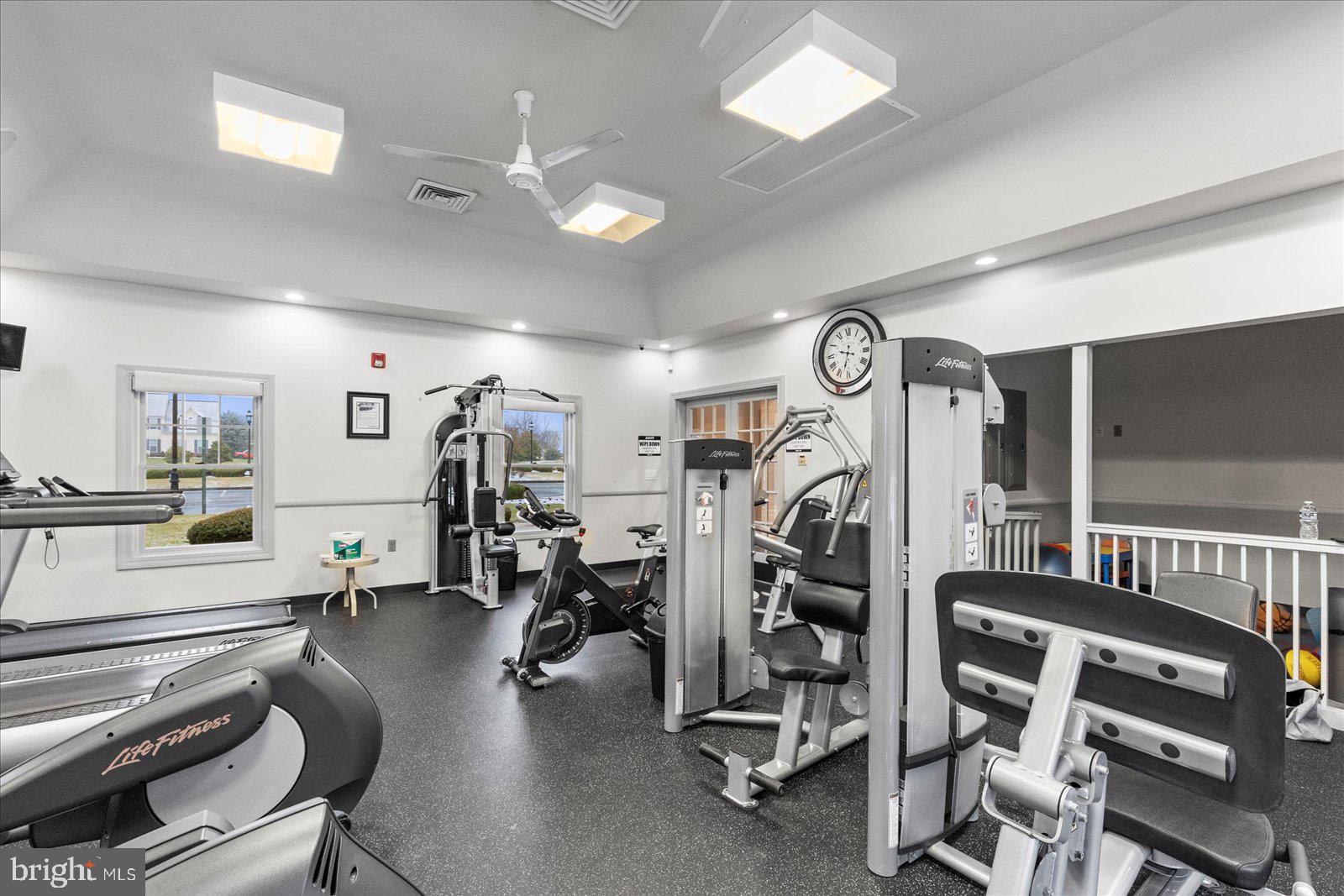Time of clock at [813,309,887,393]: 9:32
